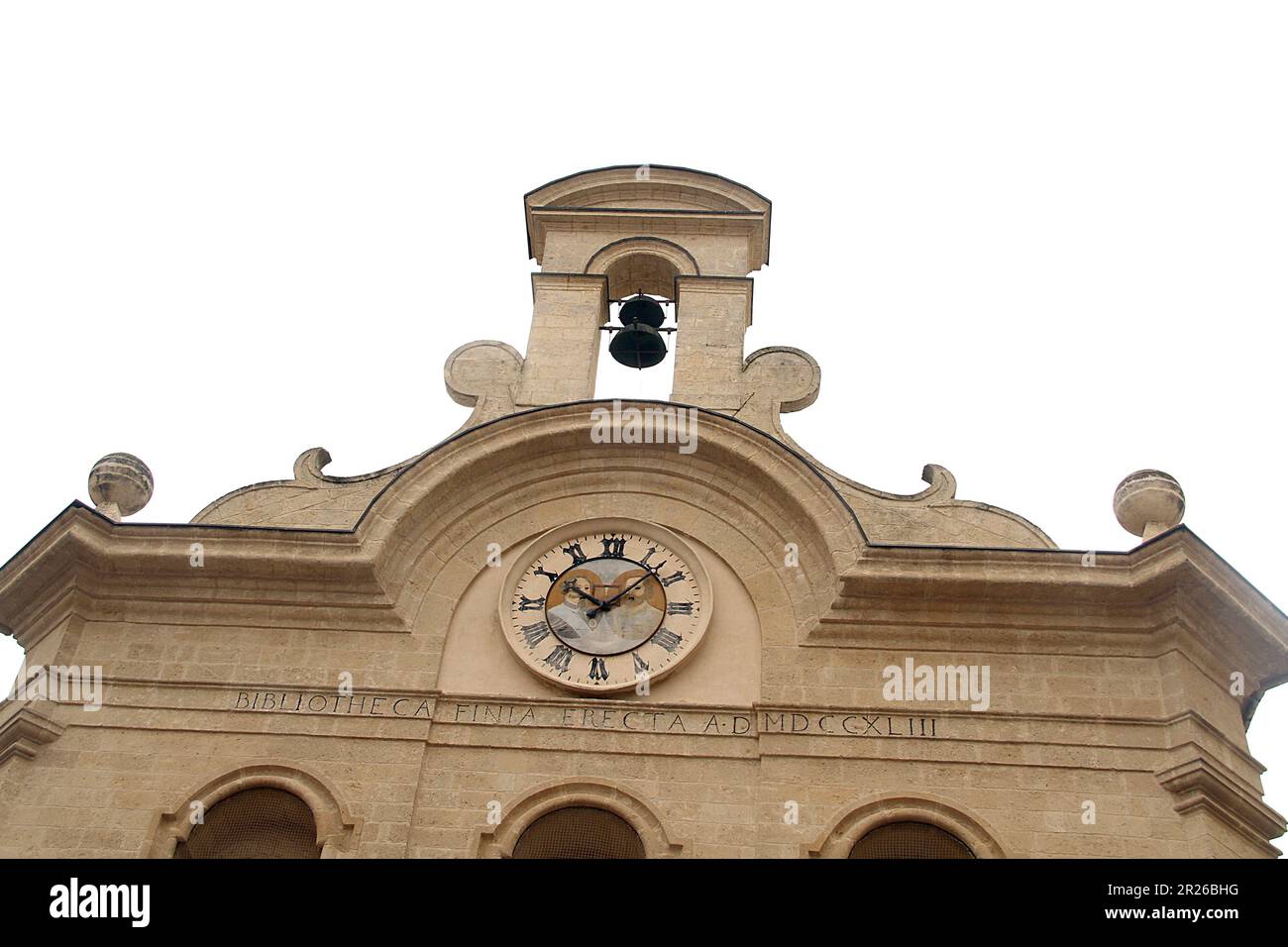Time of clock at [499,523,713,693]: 10:07
